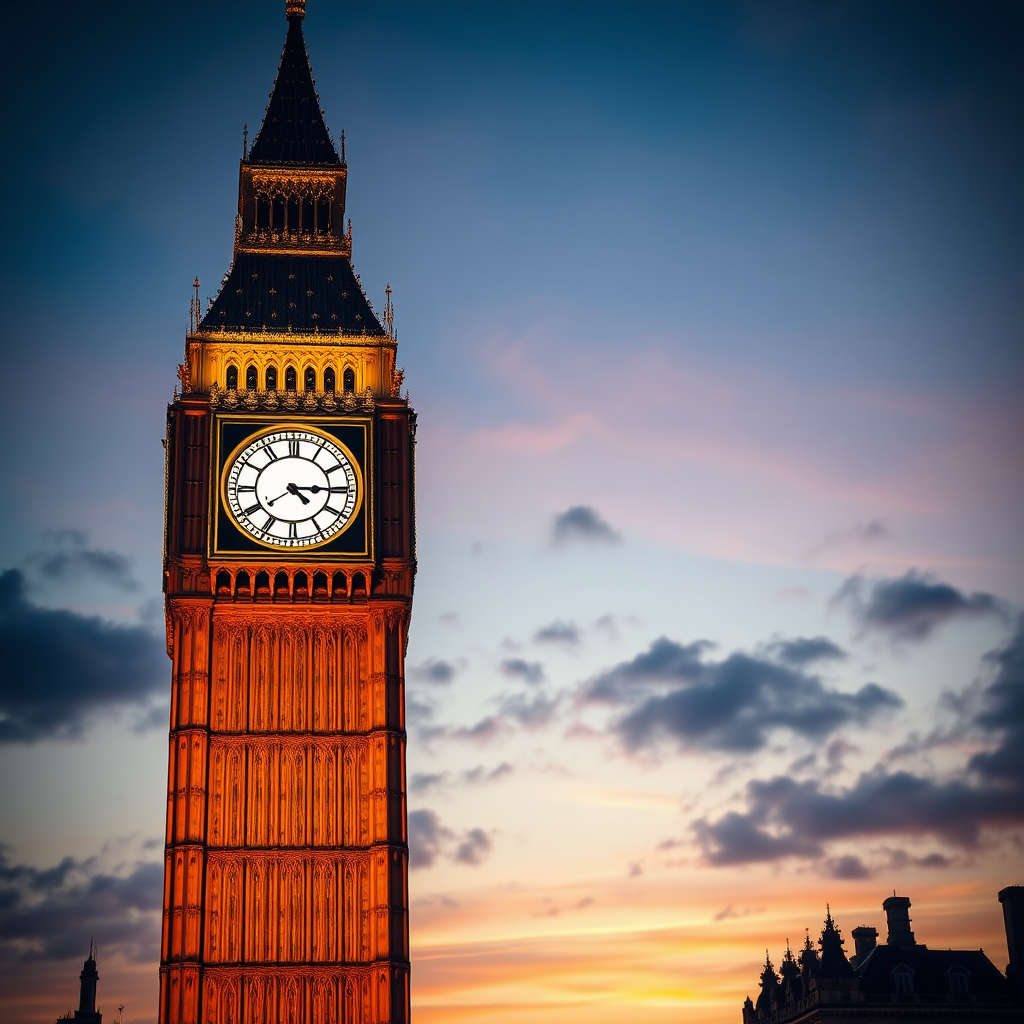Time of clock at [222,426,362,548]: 4:14
